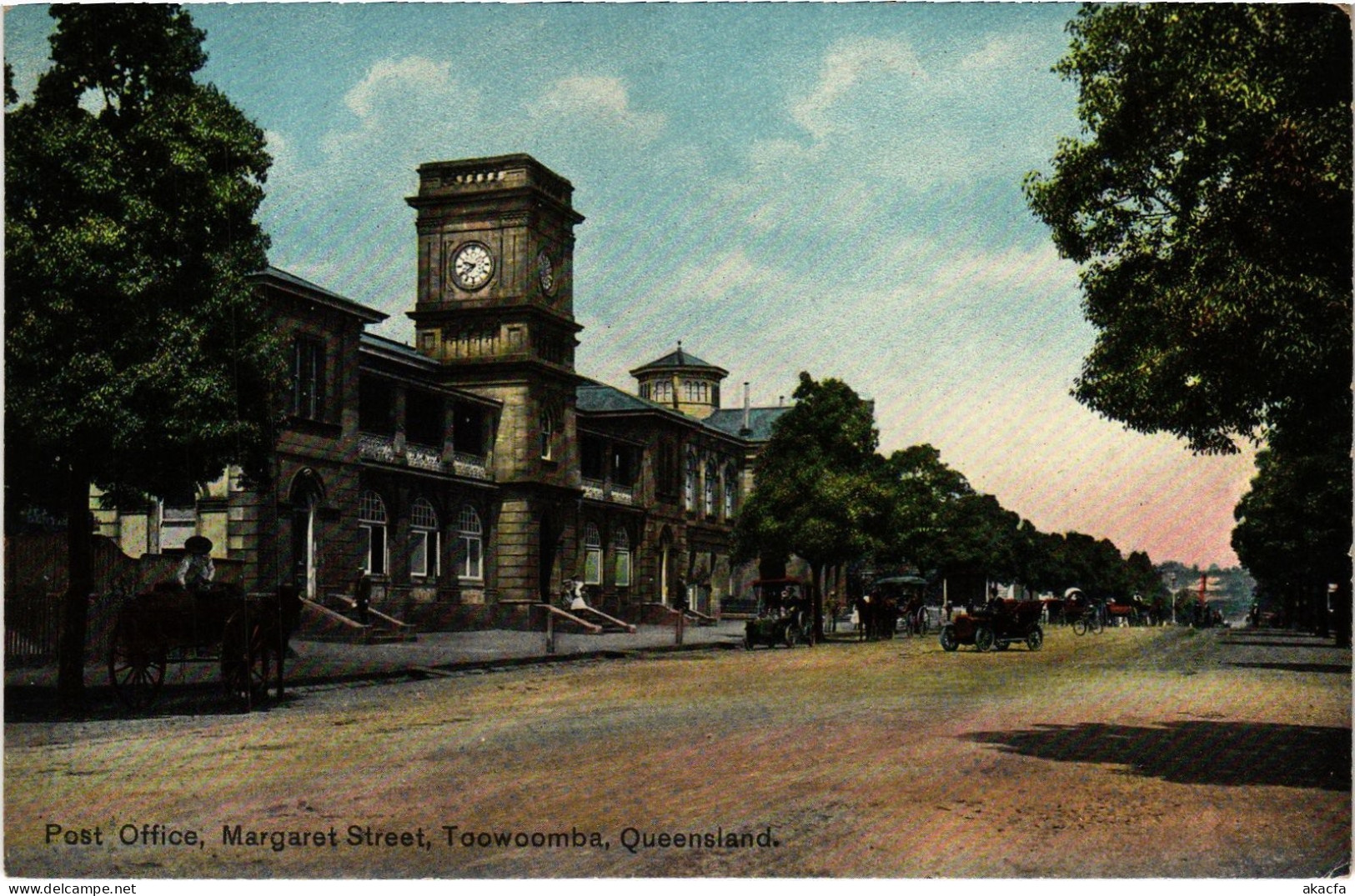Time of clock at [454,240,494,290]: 9:40
